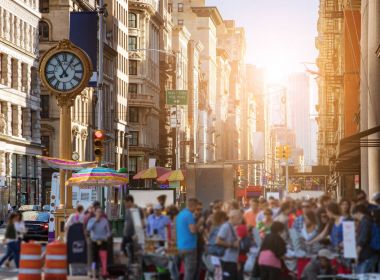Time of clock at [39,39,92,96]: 11:05
